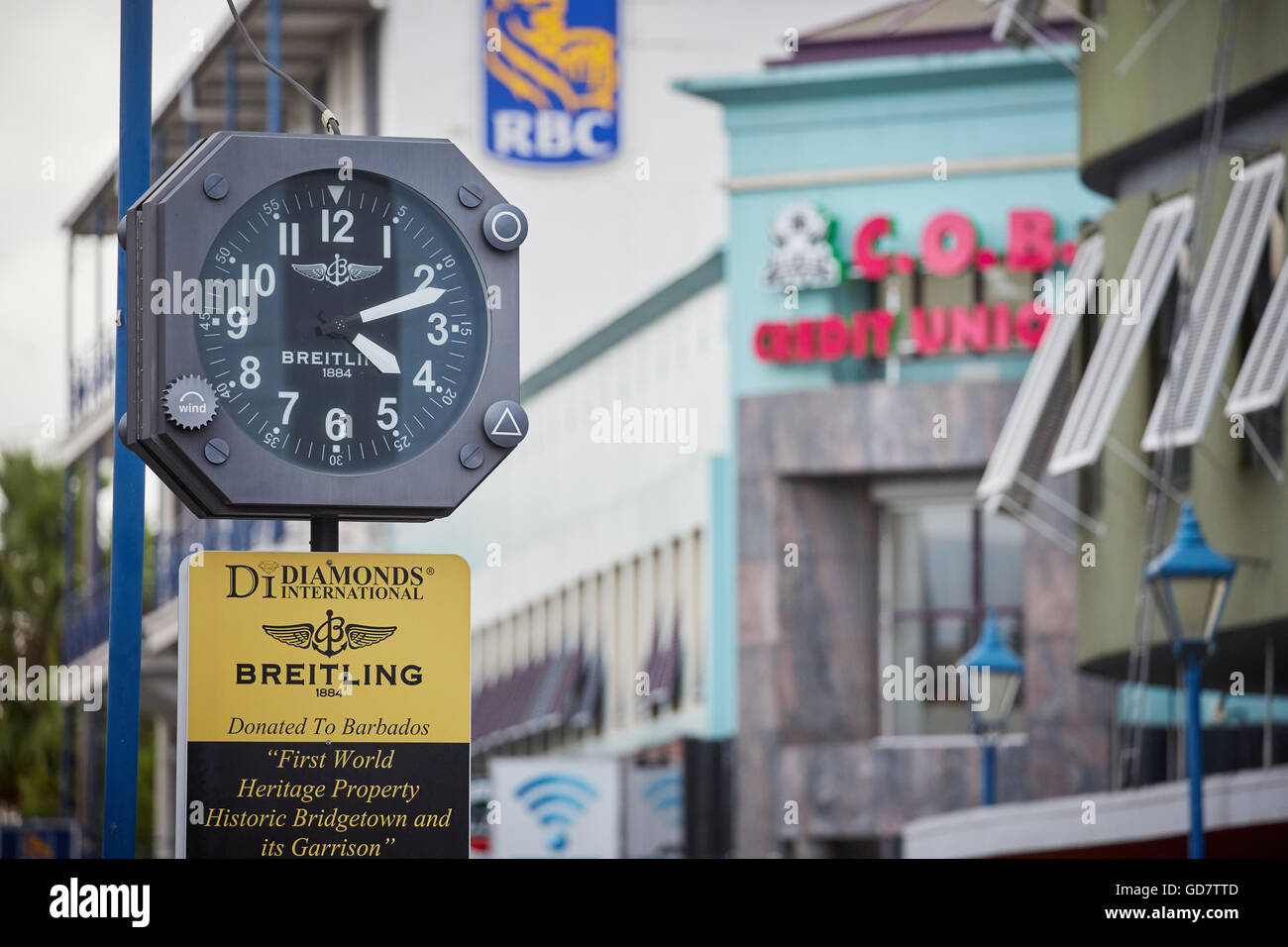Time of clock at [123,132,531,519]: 4:11
